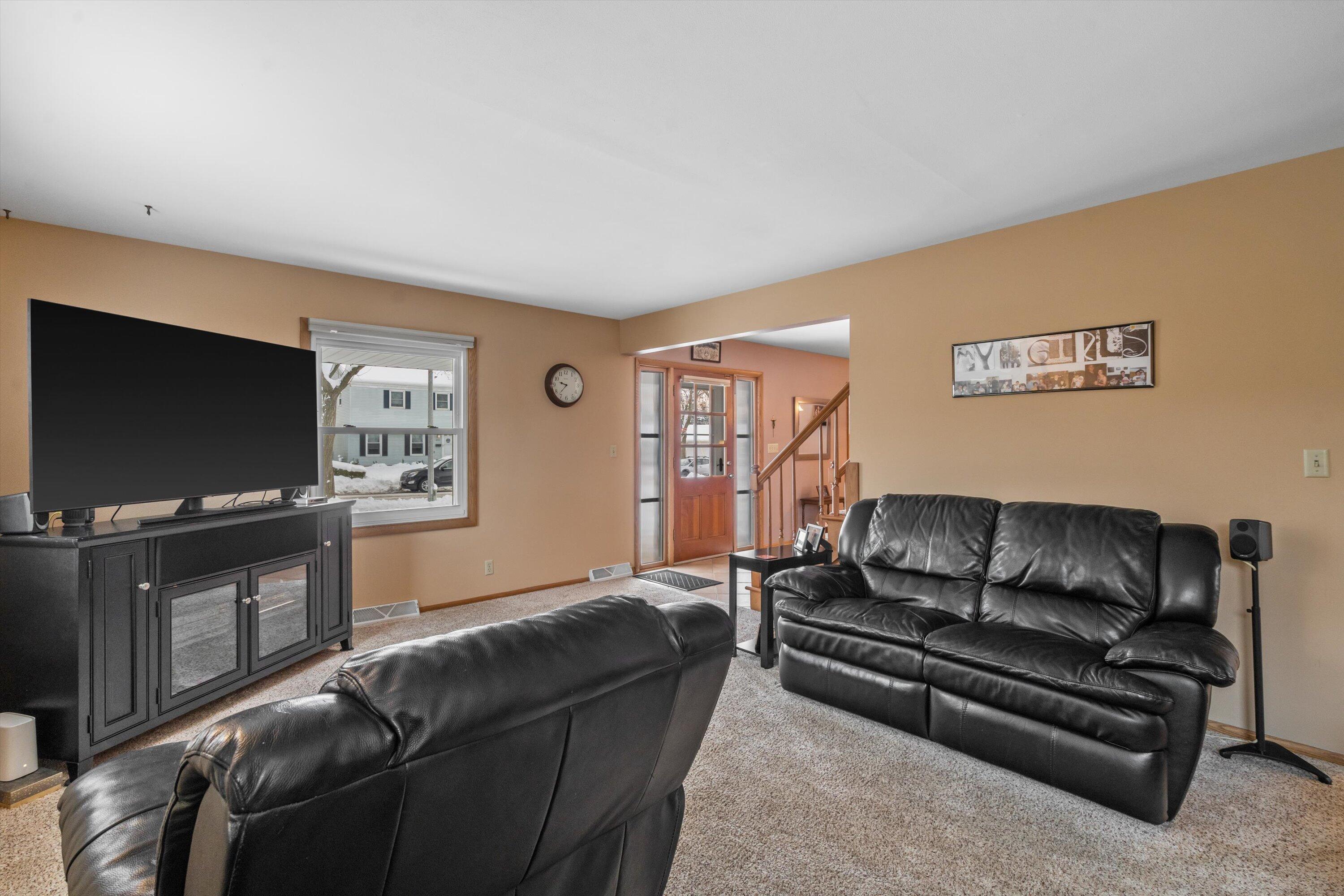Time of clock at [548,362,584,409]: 9:37
